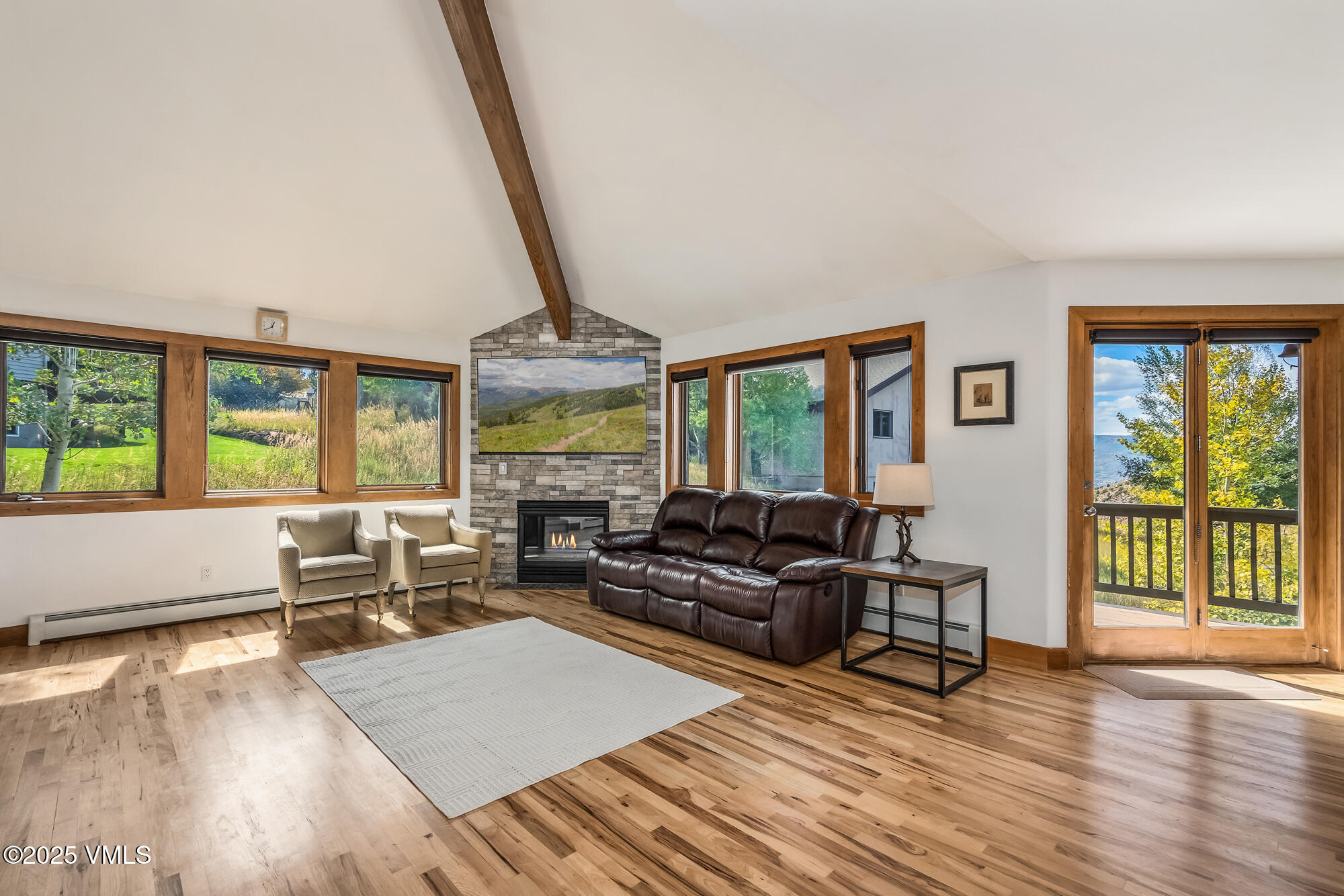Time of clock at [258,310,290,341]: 12:40
